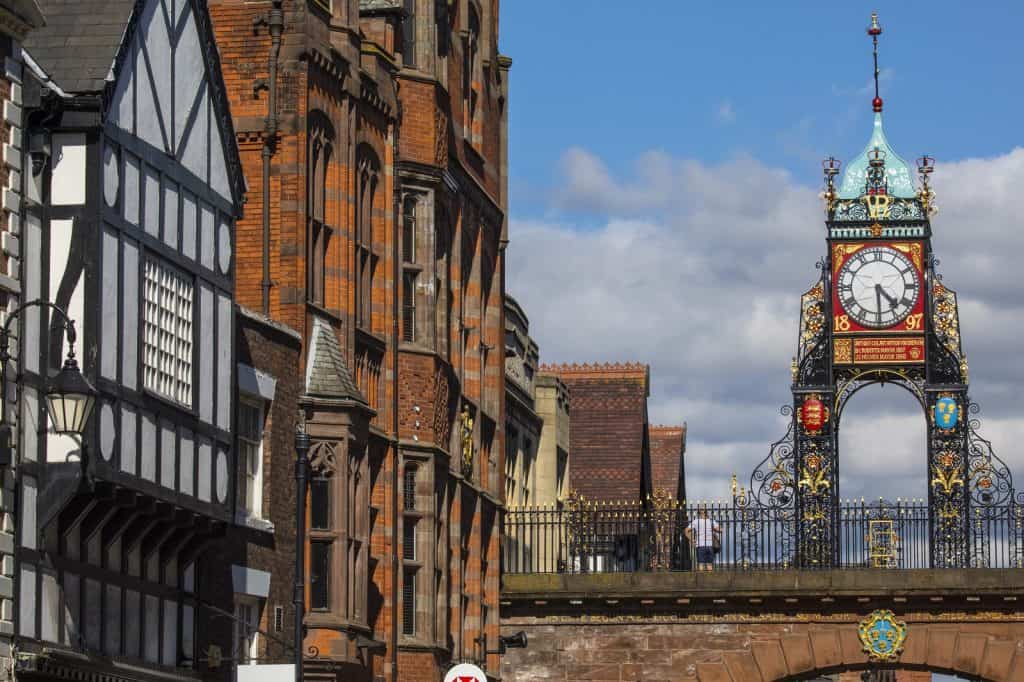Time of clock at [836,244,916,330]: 4:29
